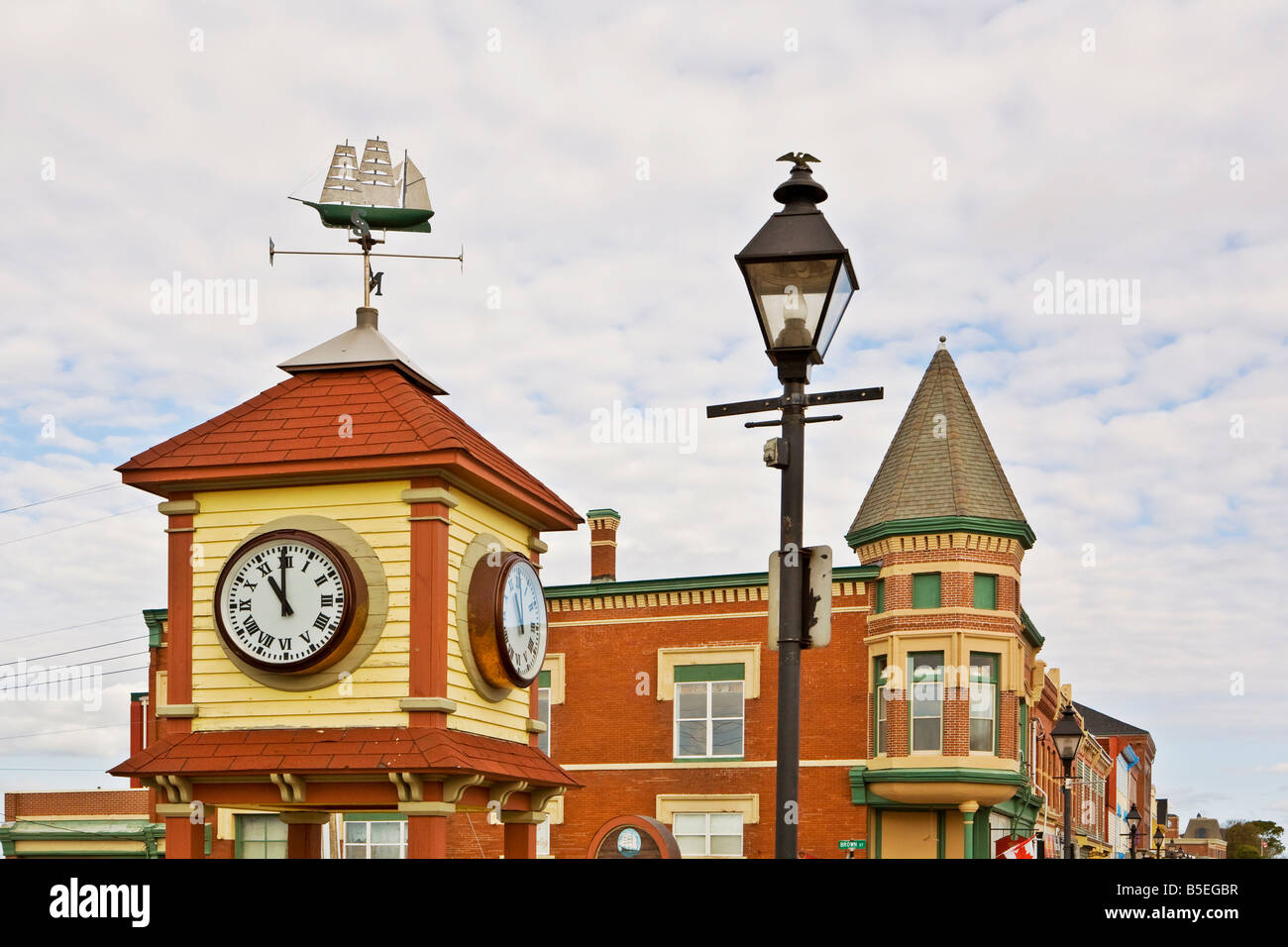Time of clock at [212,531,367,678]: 10:59
